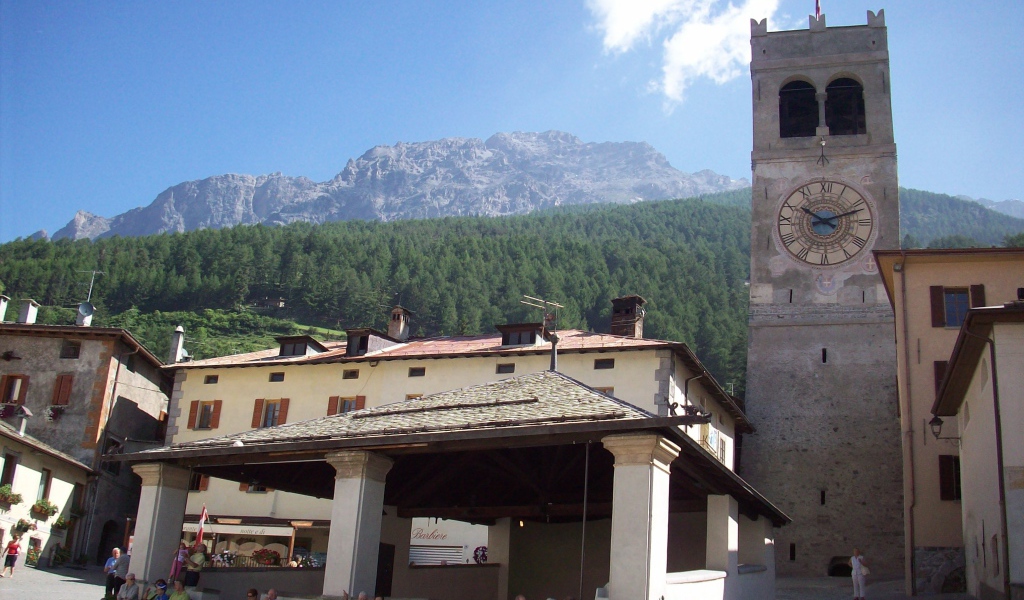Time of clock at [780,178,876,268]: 10:11
